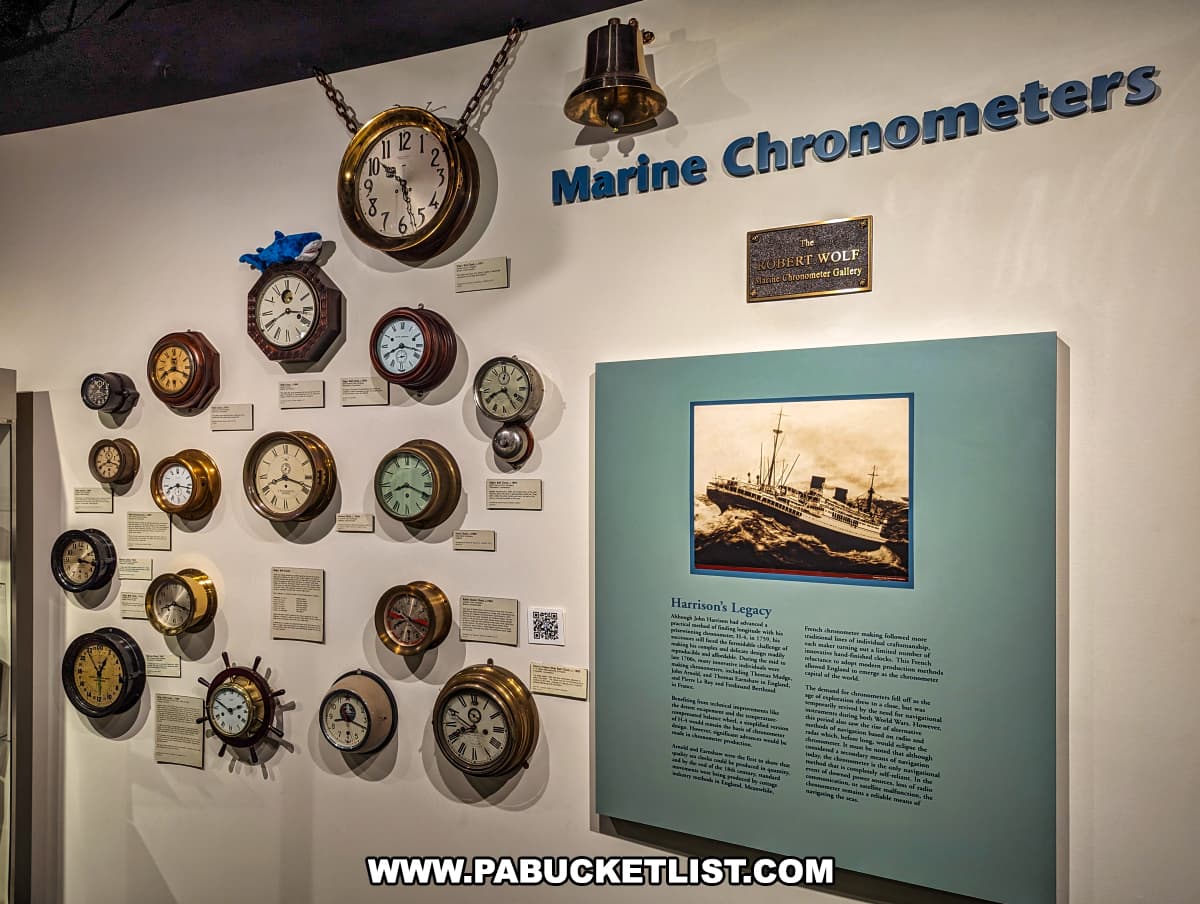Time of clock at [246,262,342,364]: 3:40
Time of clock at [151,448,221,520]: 8:16
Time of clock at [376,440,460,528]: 8:18
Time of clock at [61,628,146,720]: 12:54
